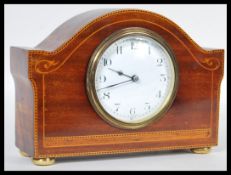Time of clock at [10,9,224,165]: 9:42
